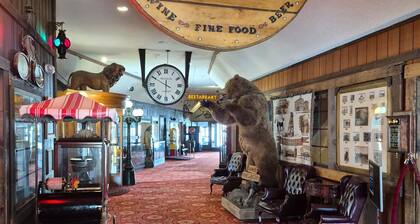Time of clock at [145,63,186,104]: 5:49
